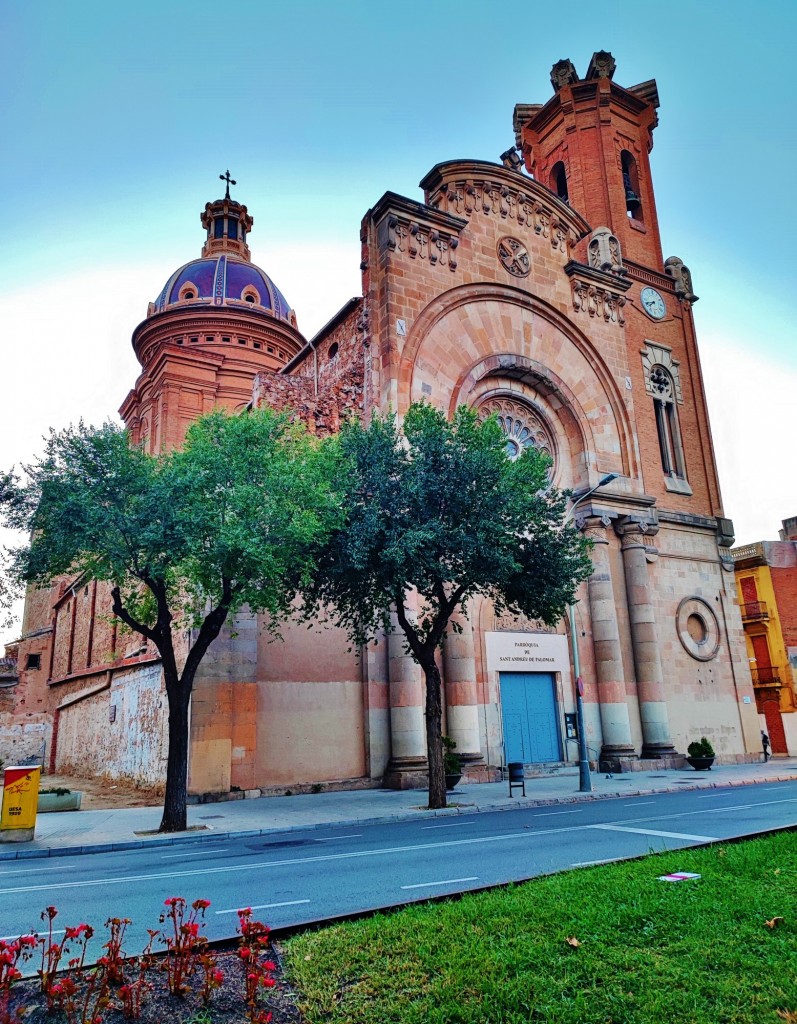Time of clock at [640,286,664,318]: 7:41
